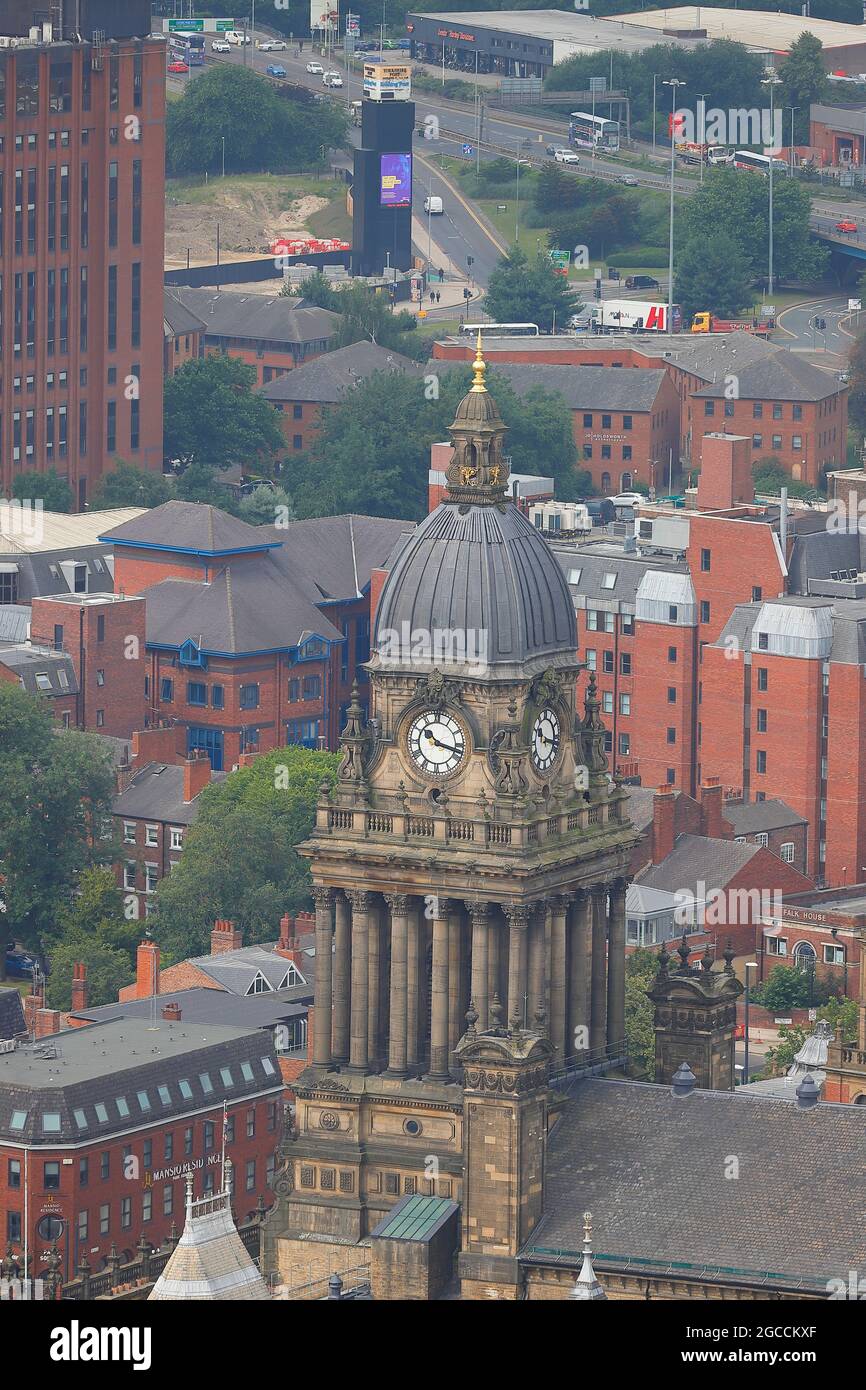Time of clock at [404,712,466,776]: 10:17
